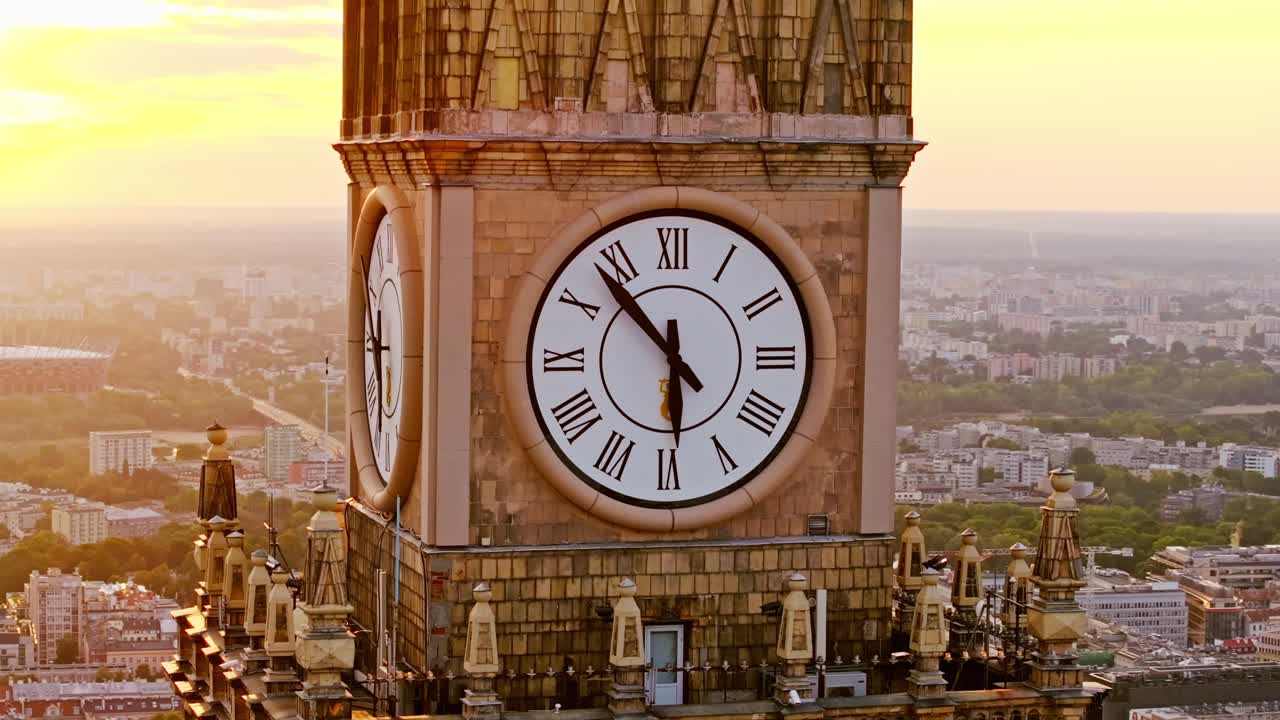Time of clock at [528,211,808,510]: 5:53
